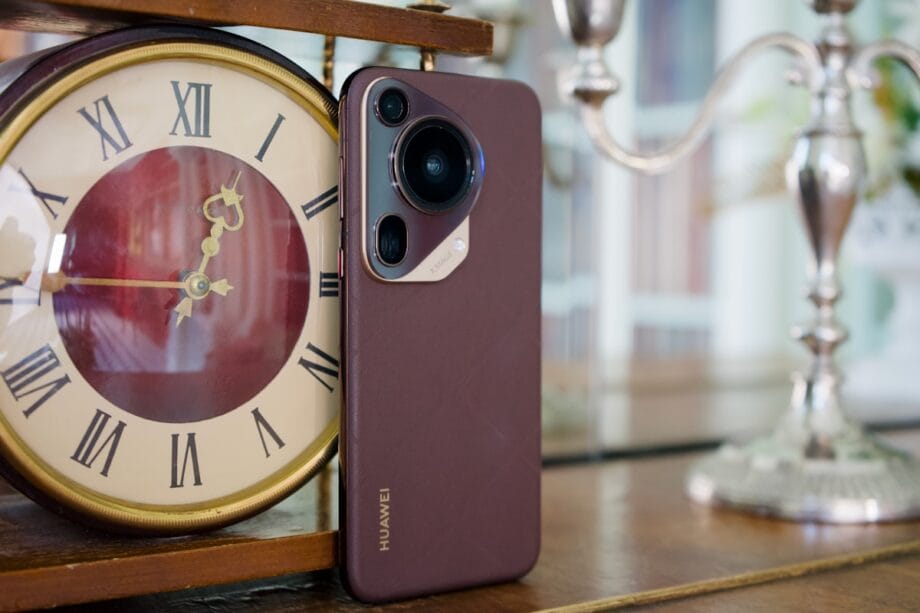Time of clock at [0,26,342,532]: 12:45
